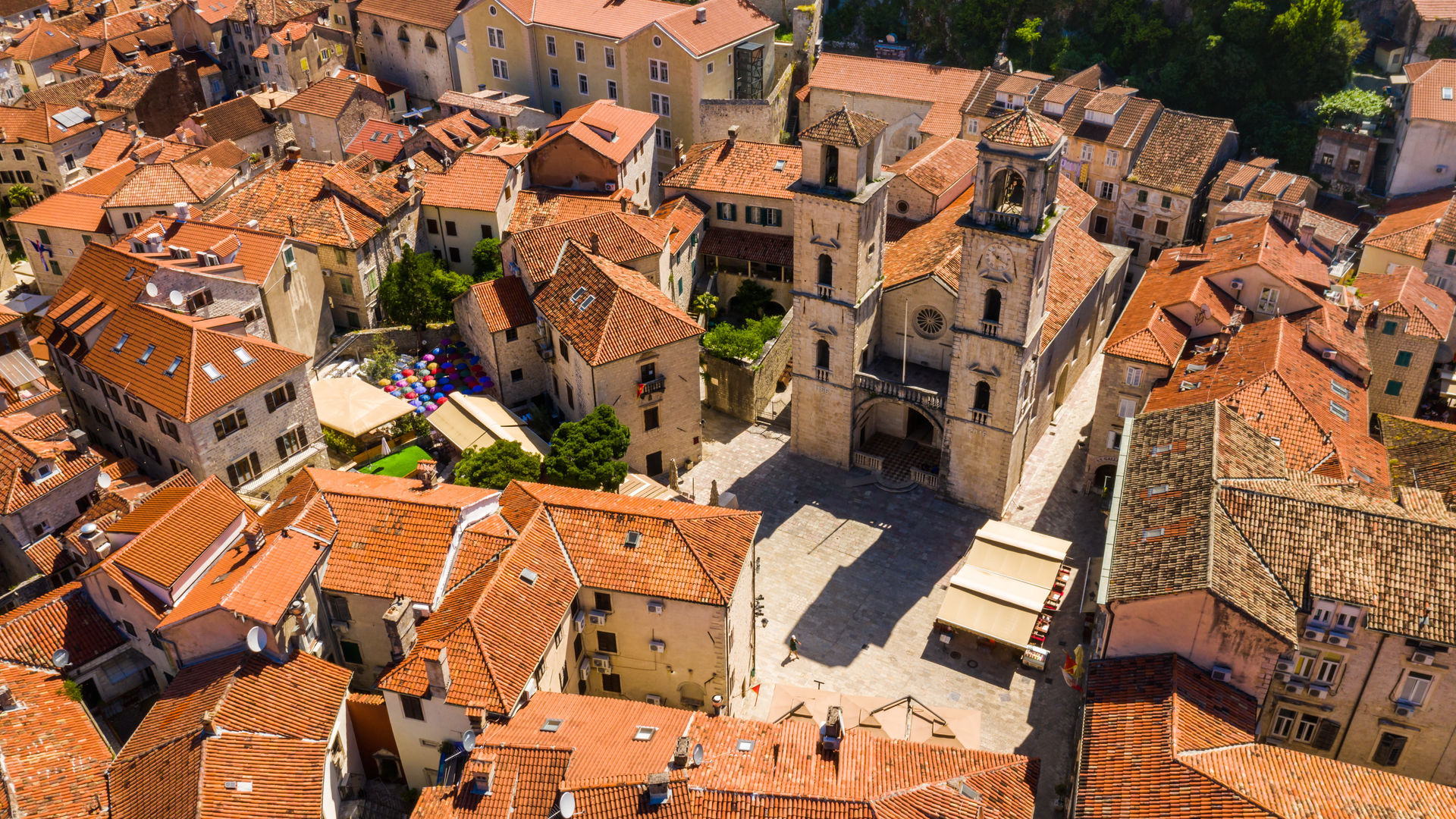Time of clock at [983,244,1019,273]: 10:20
